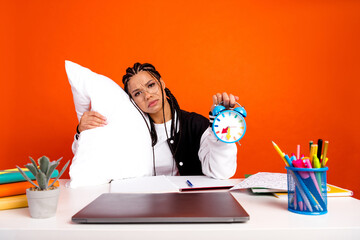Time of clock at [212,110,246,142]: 7:30
